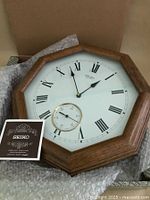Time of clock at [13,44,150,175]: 1:58
